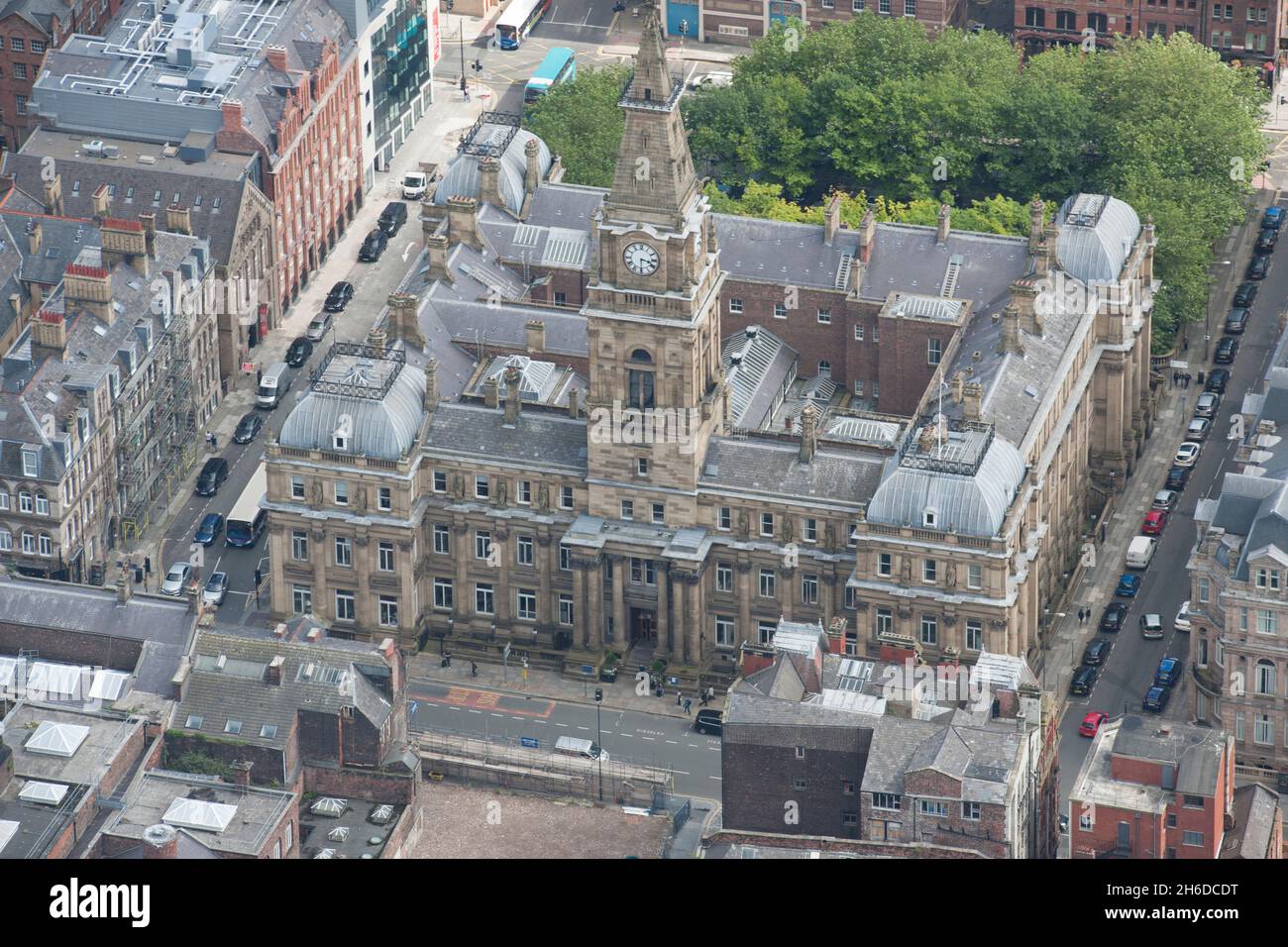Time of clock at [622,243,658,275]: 3:29
